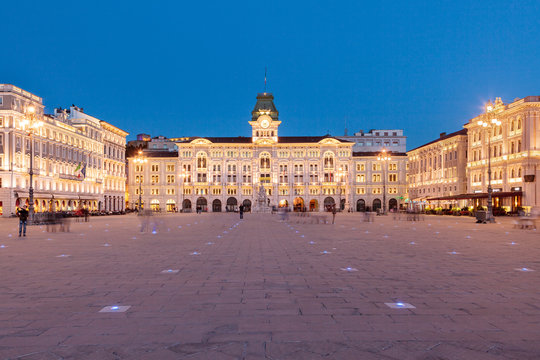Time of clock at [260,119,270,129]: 8:27
